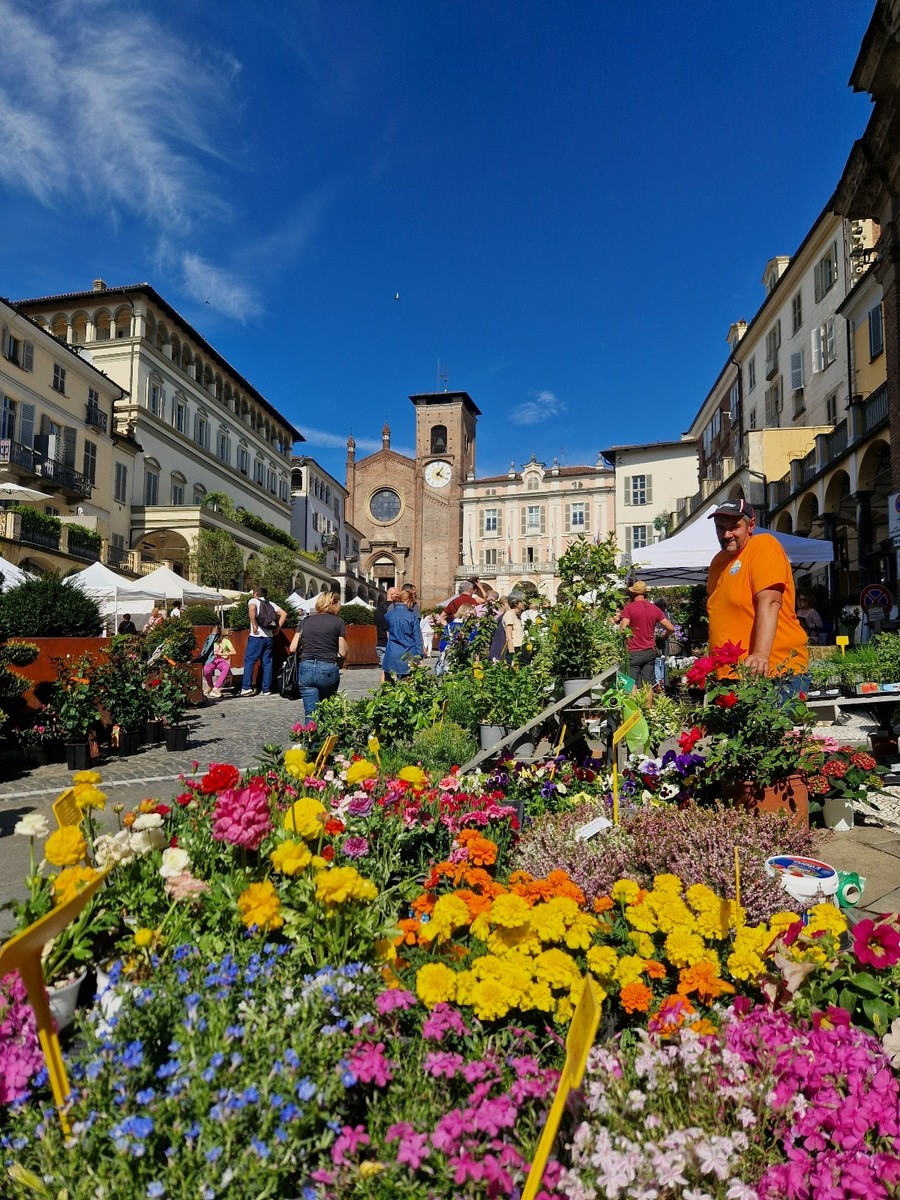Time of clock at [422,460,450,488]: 4:06
